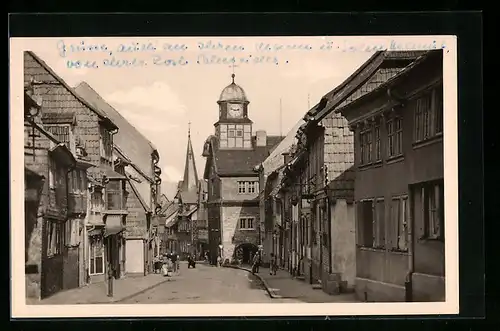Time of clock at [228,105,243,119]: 2:48
